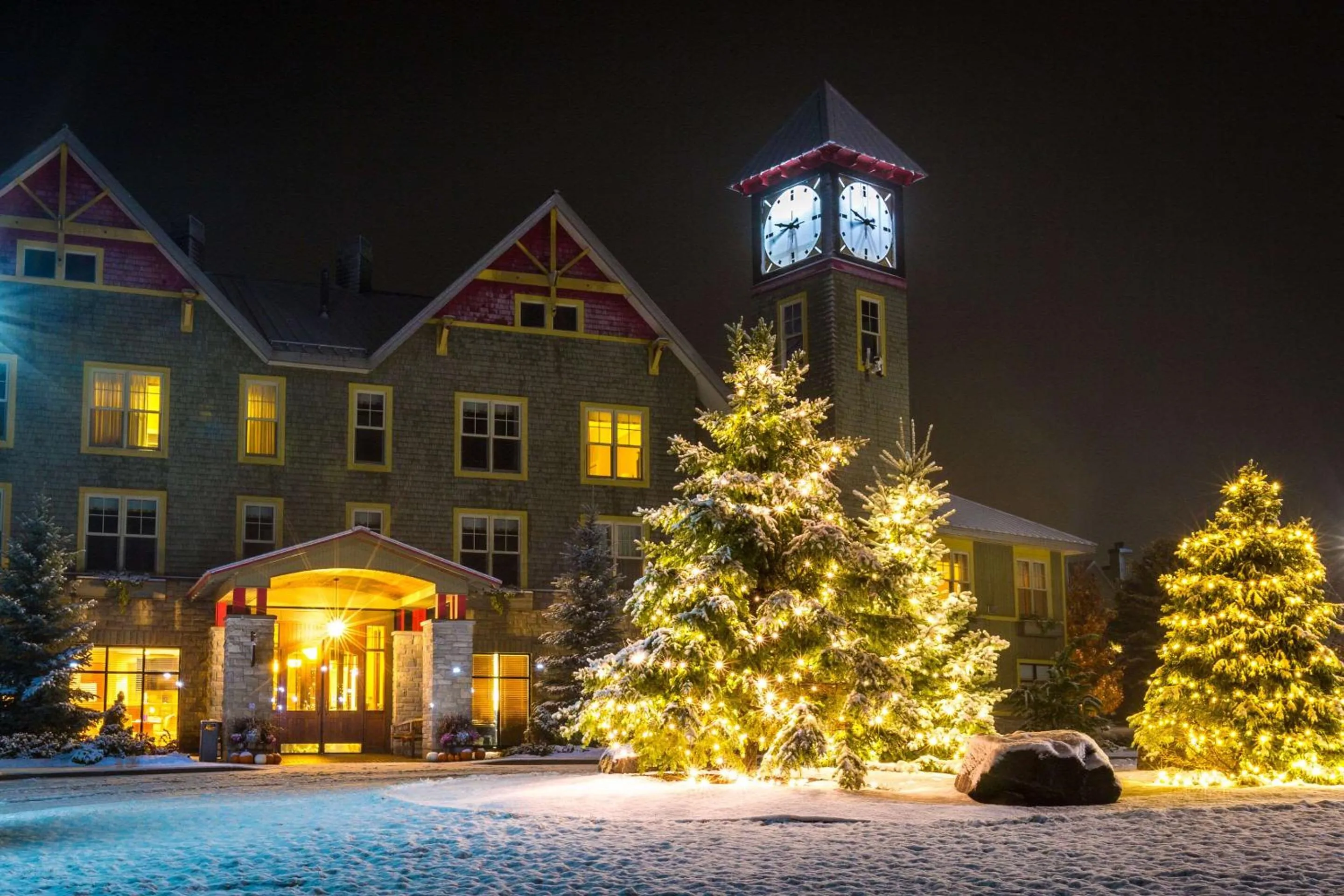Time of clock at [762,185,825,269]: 9:42
